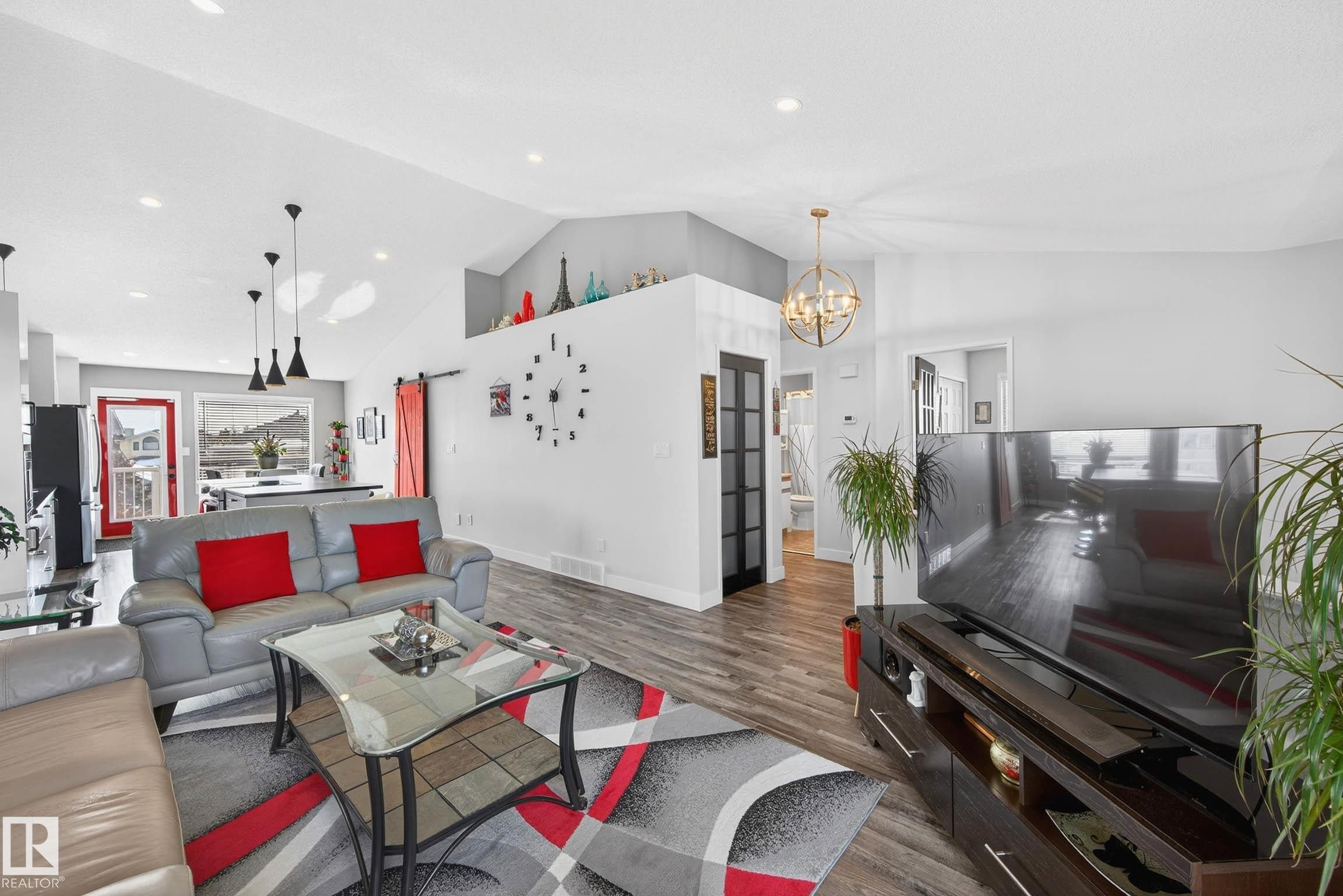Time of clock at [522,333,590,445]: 1:29
